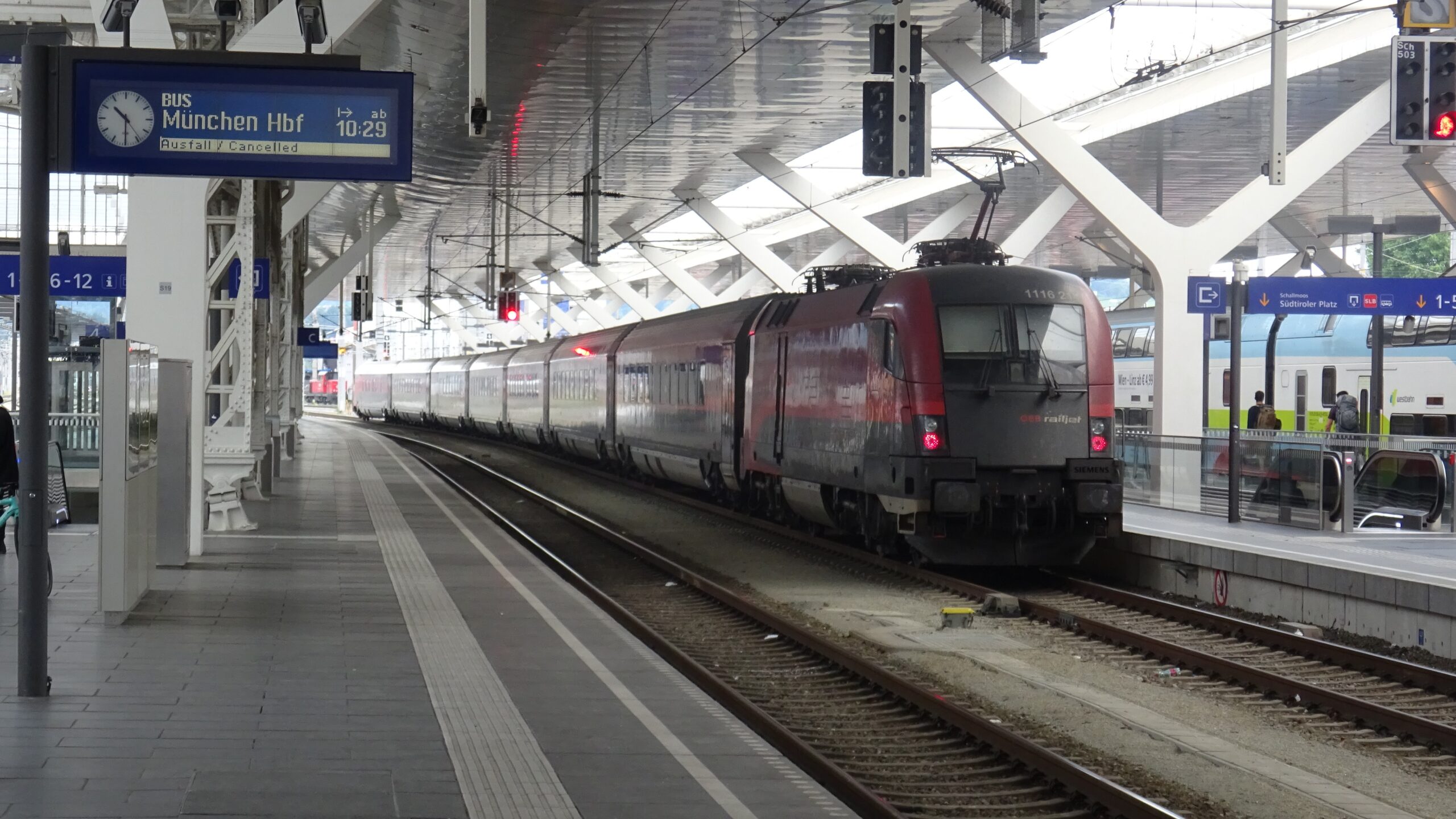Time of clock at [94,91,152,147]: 10:30
